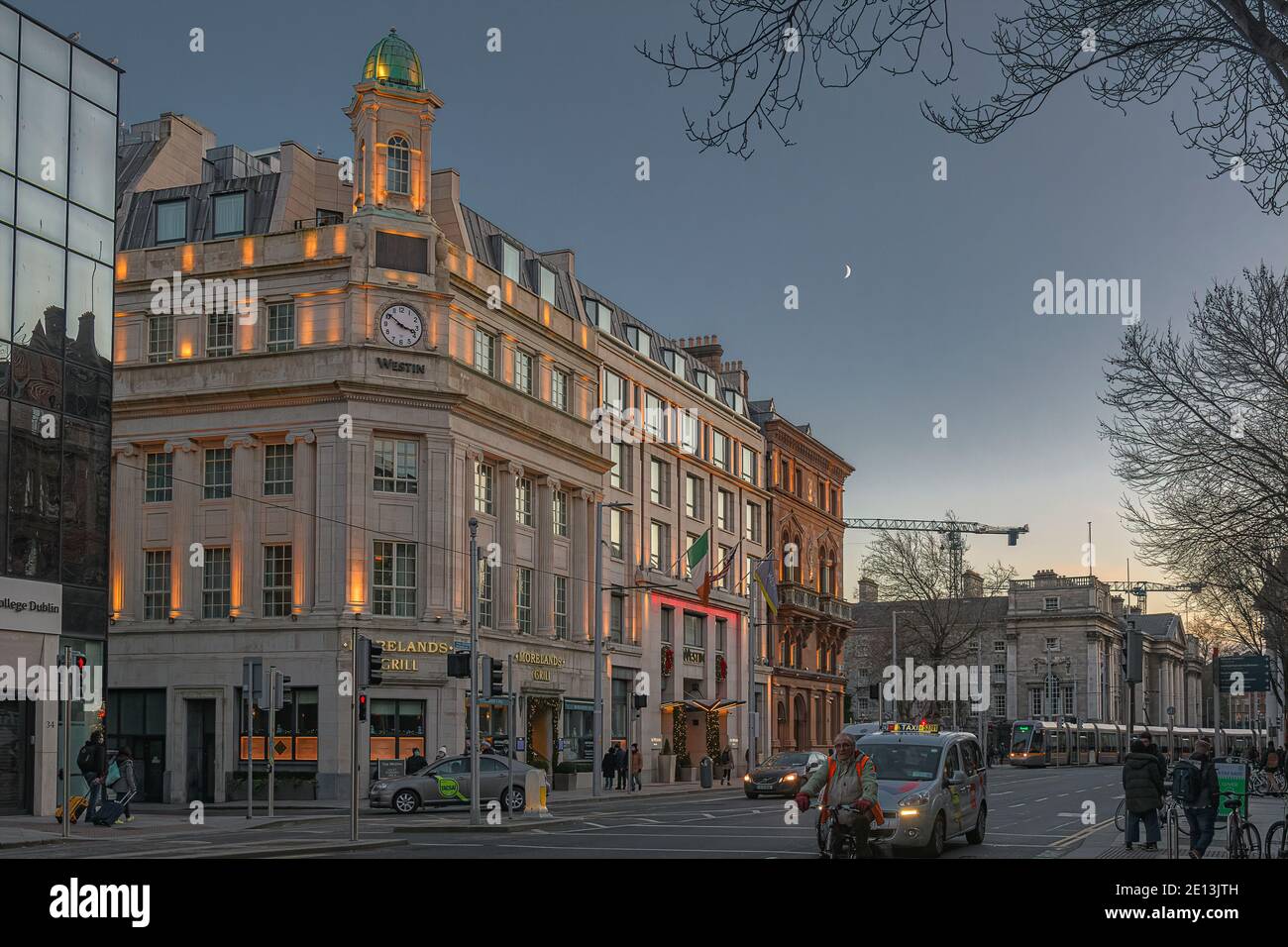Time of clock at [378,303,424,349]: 3:51
